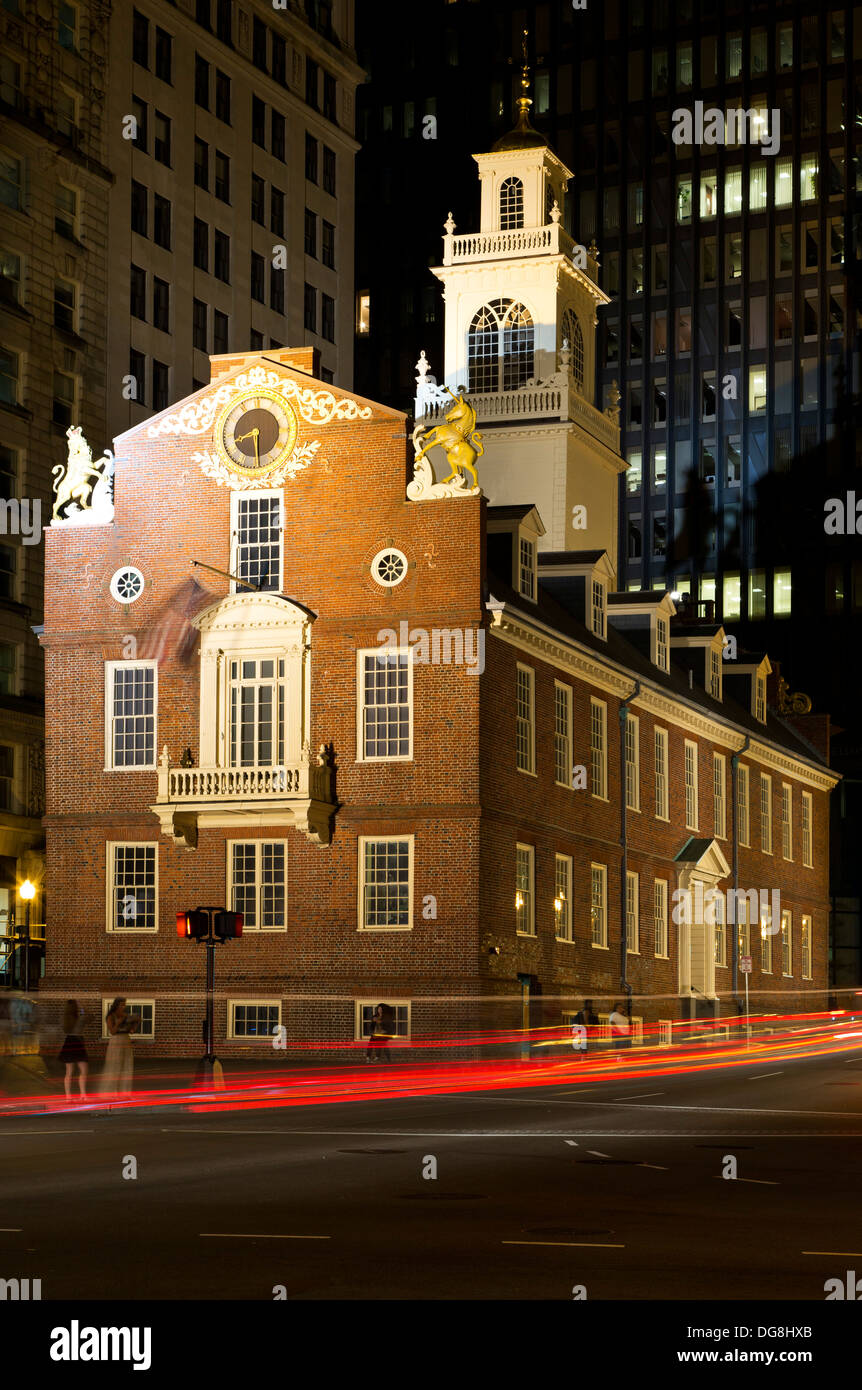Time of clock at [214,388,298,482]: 8:29
